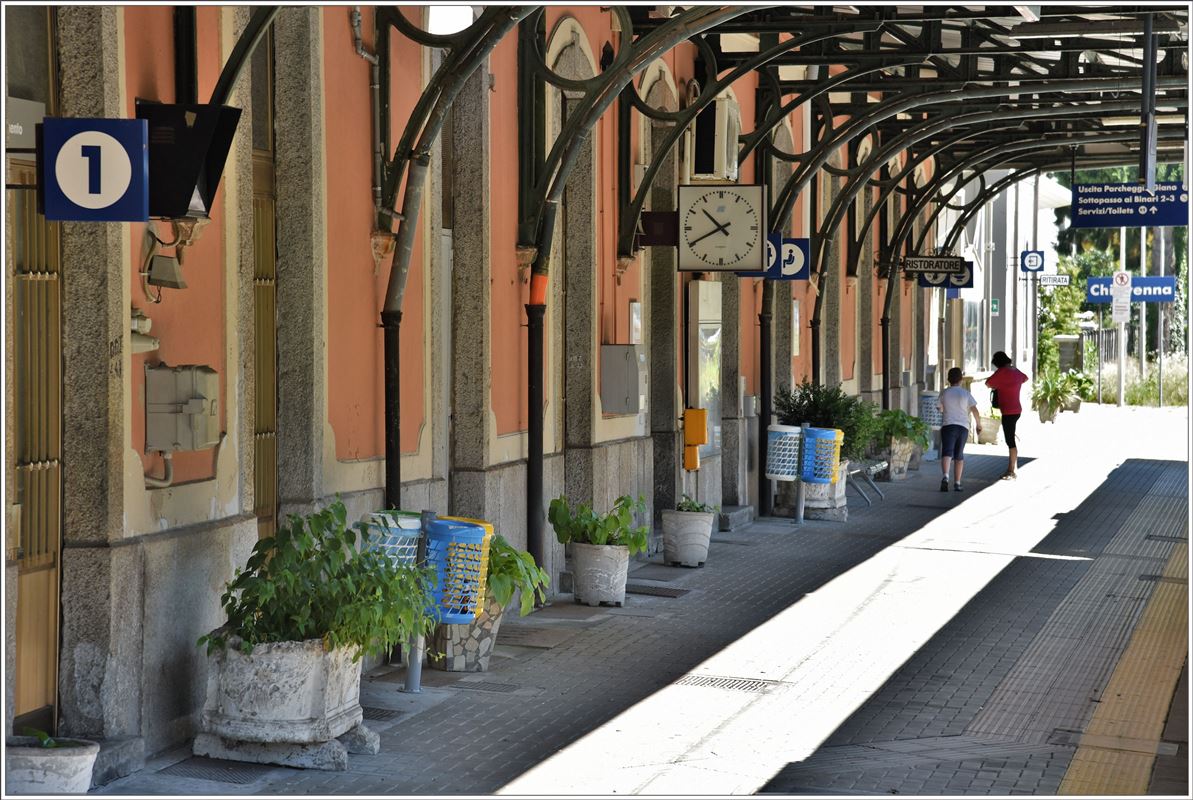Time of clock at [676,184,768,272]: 10:40
